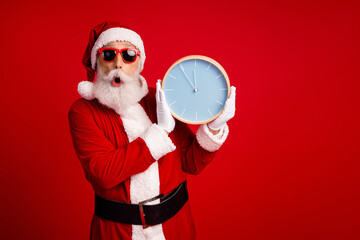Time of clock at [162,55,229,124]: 11:54
